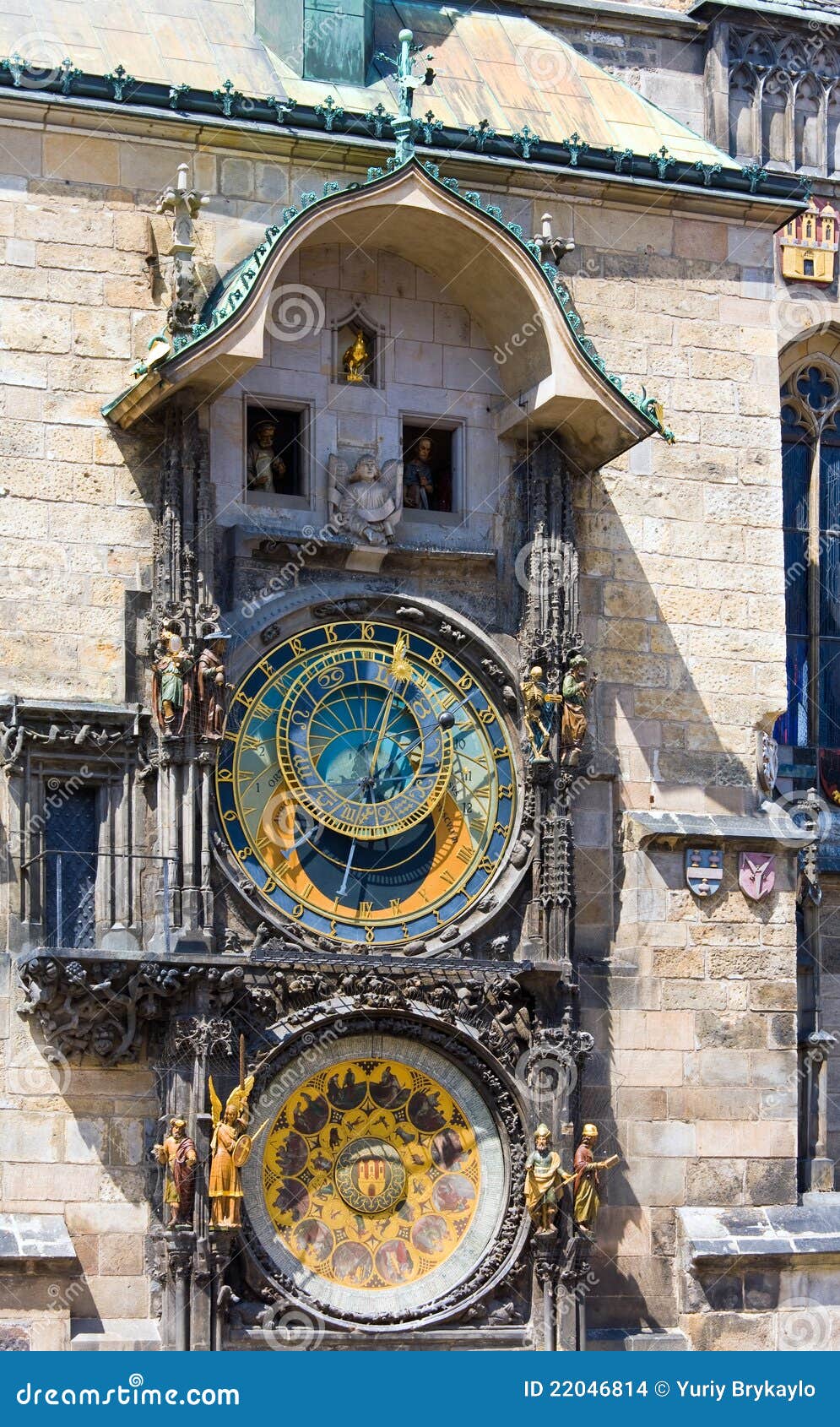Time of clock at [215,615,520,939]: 6:02
